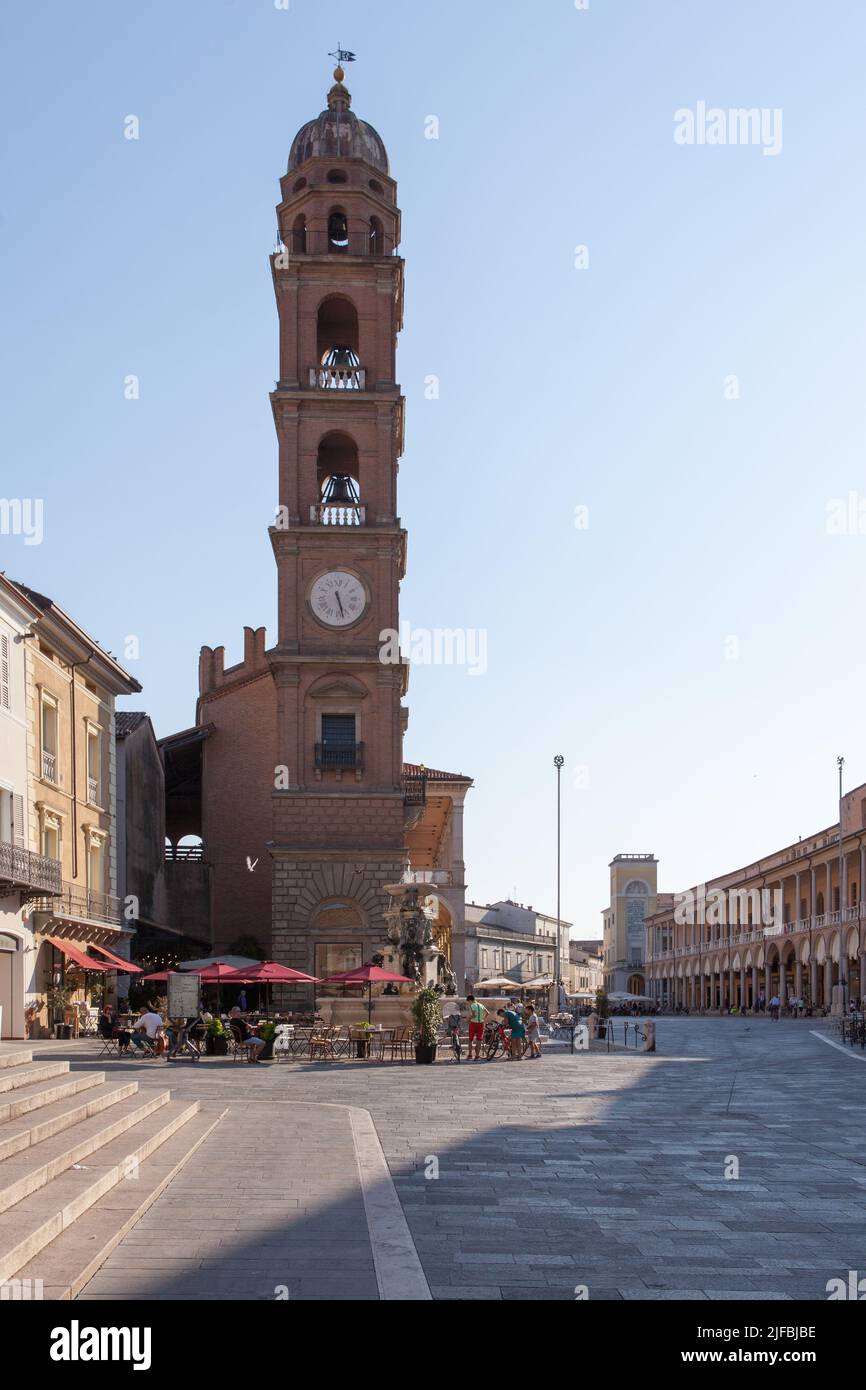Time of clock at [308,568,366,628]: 5:27
